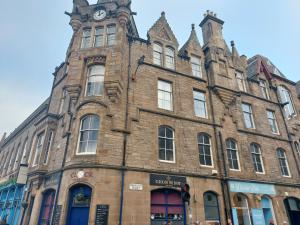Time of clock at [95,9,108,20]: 1:59
